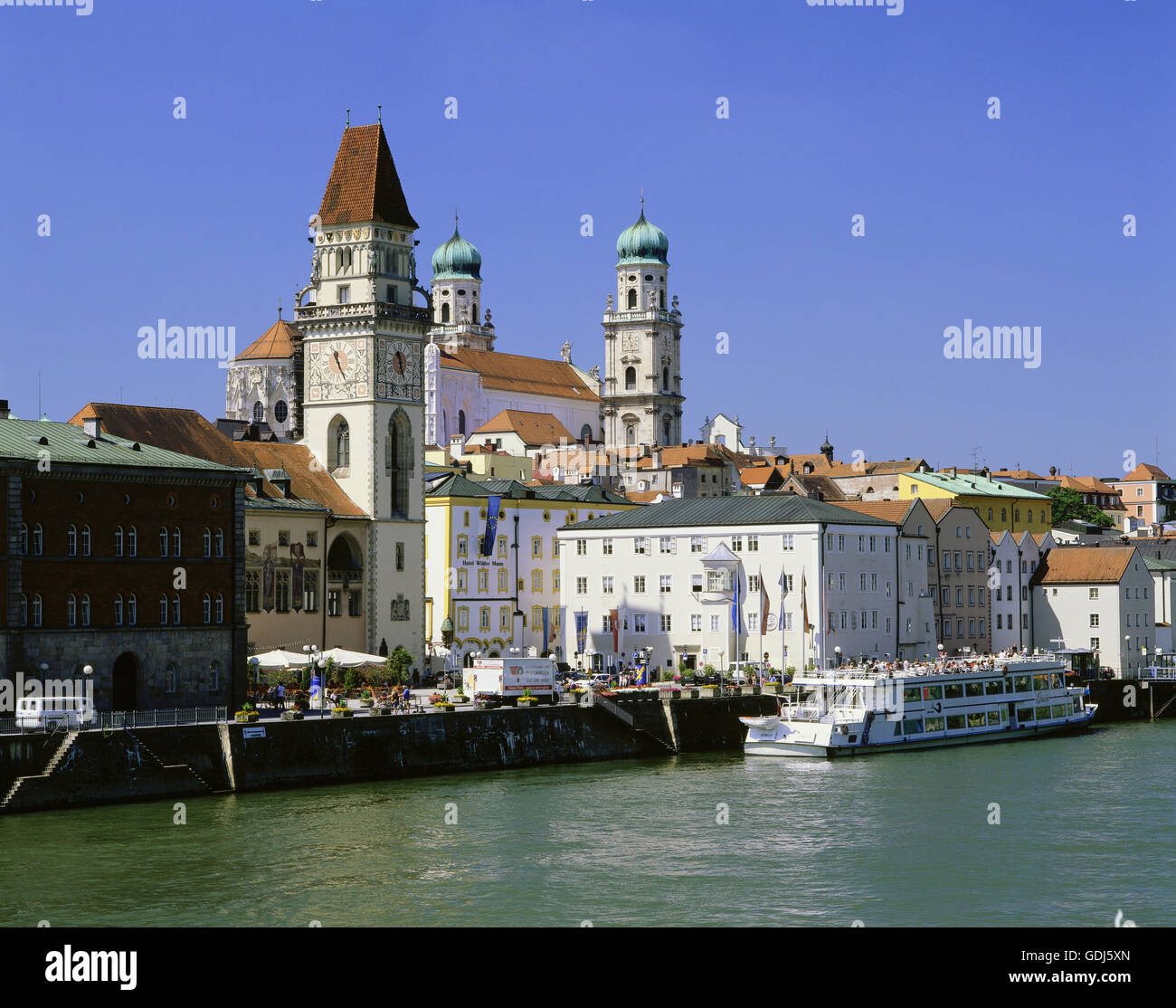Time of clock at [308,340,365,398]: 11:25
